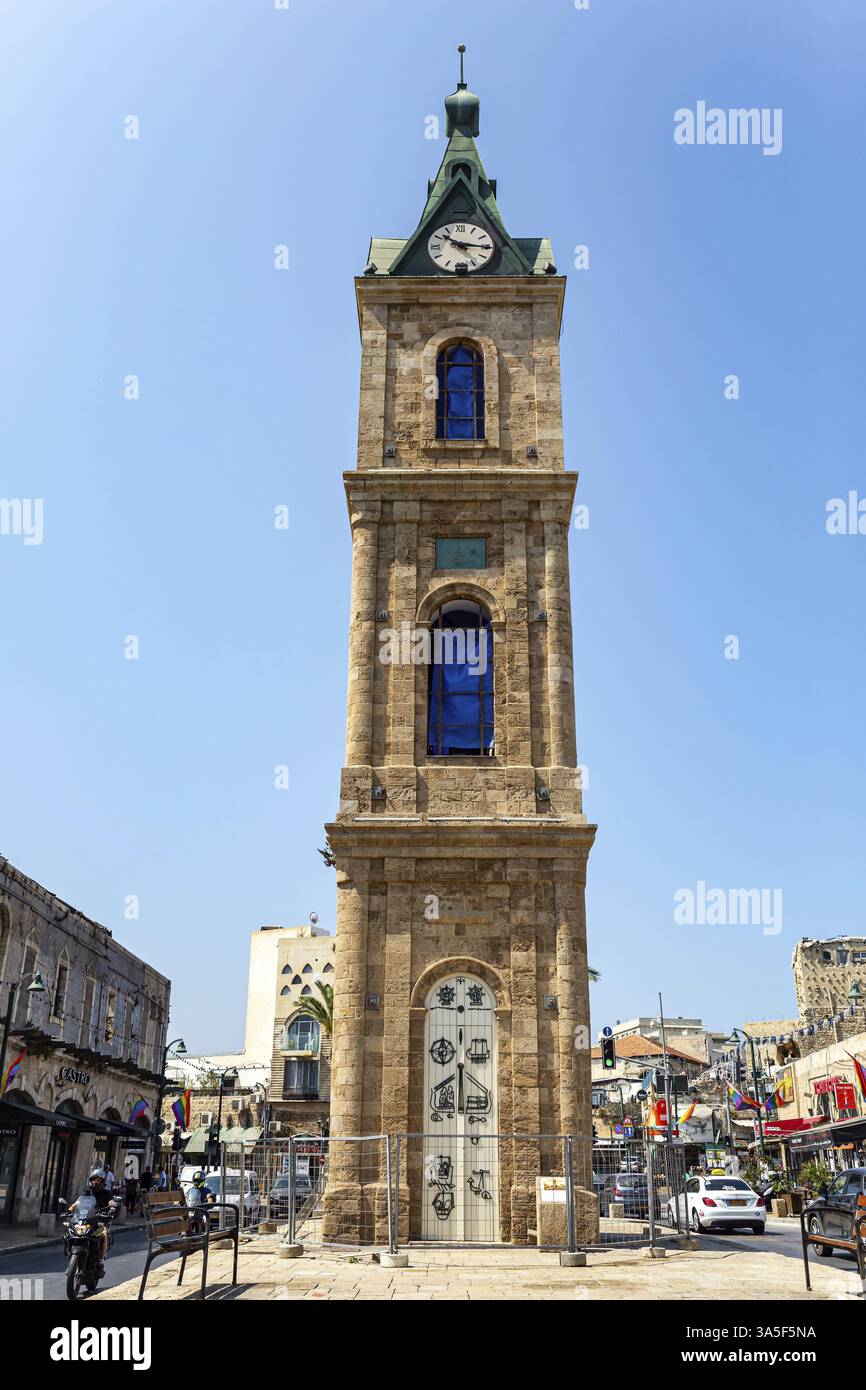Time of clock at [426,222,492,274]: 10:15
